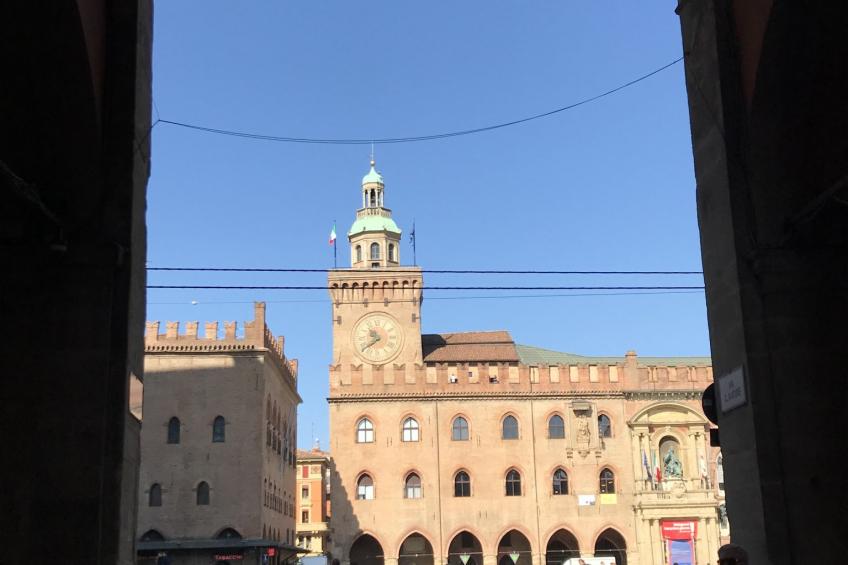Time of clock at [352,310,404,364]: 10:39
